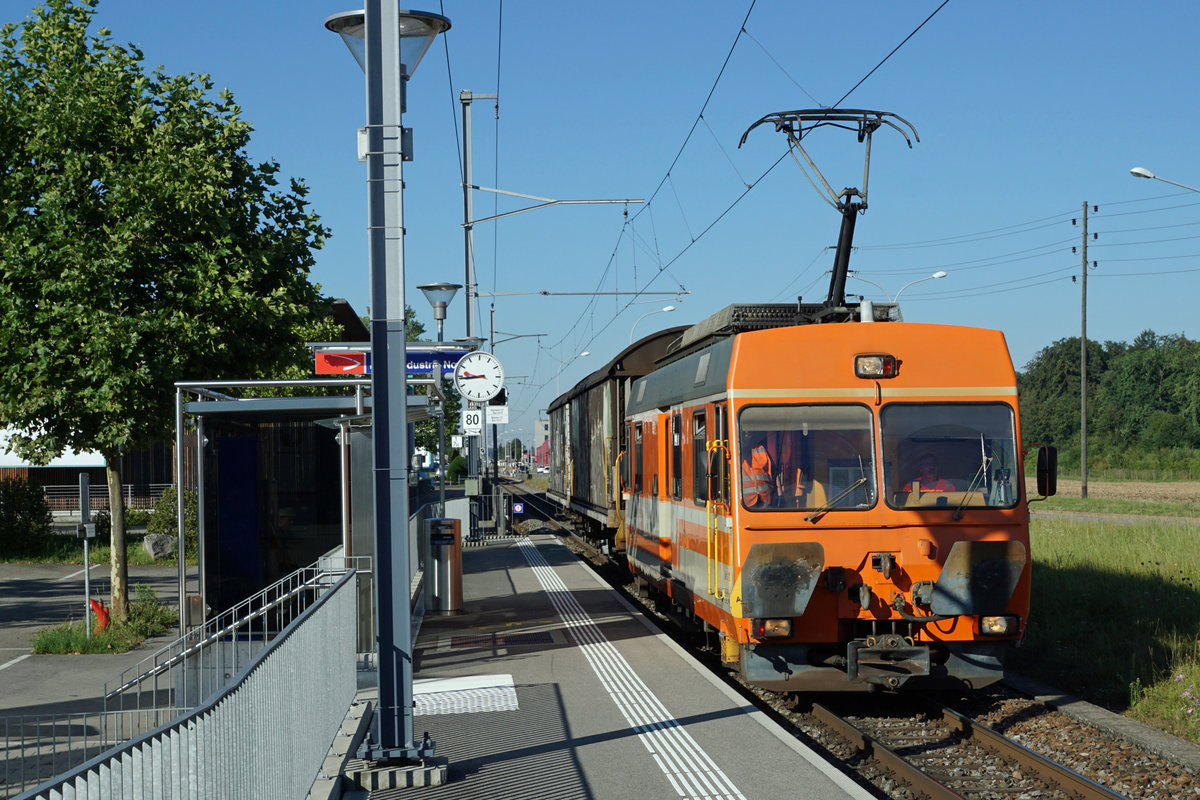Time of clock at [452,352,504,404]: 8:46
